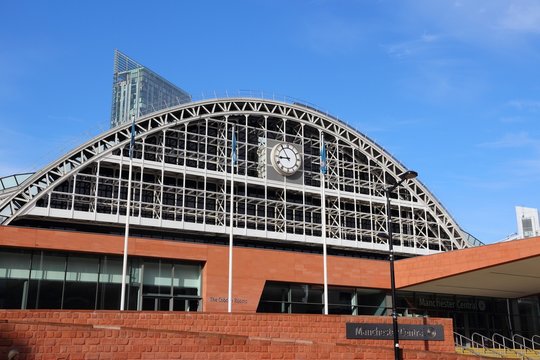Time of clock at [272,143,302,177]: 8:54
